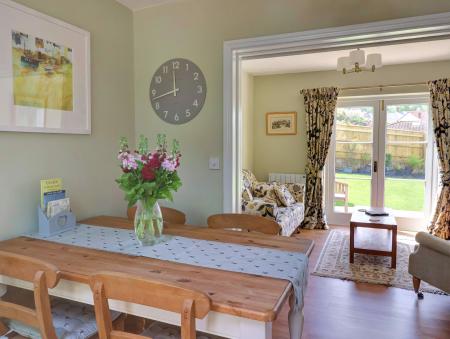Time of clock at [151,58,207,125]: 11:42
